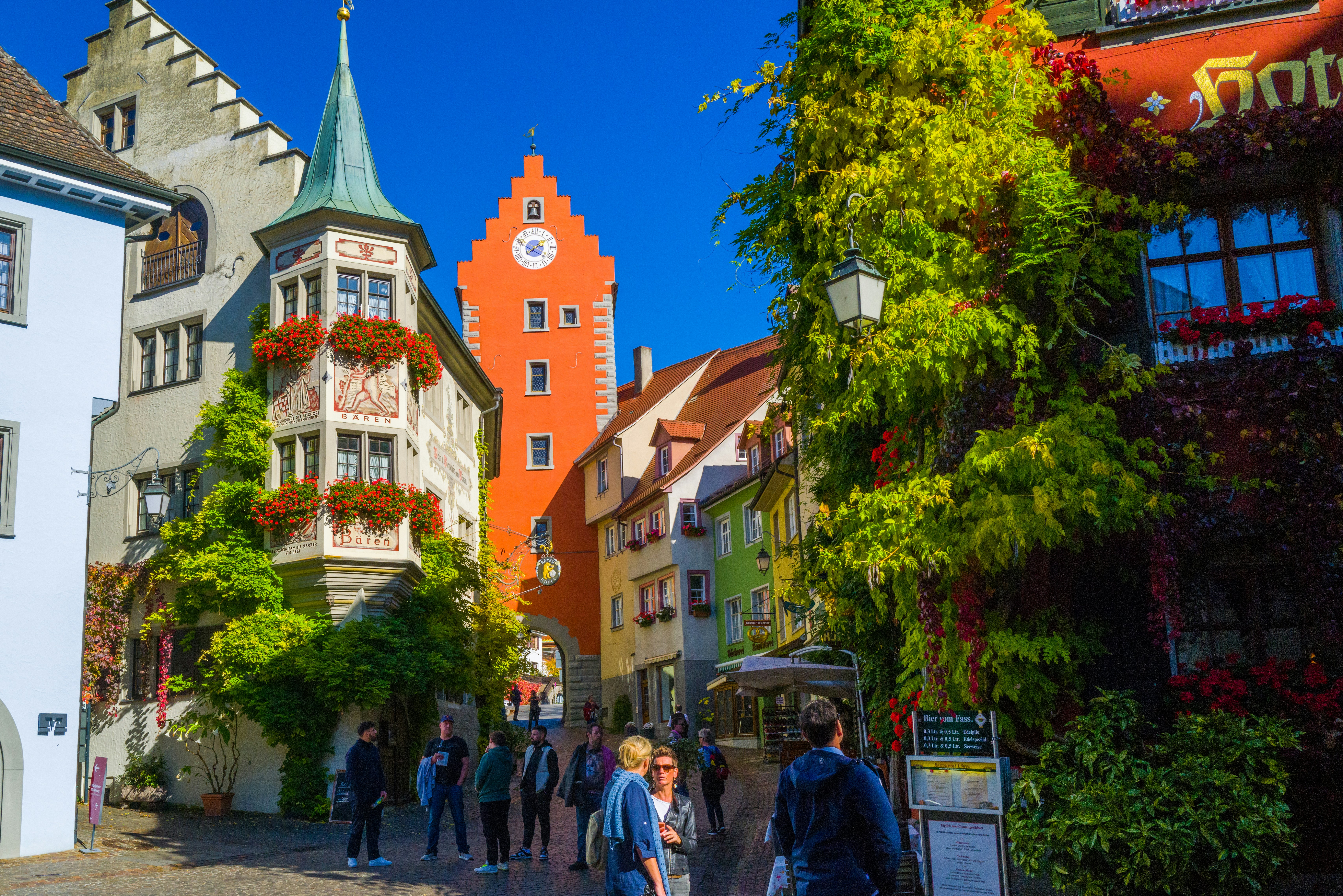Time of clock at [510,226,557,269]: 1:50
